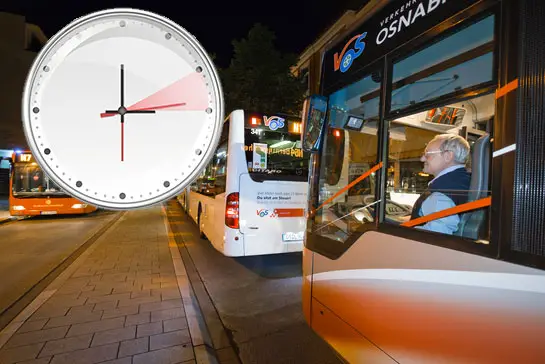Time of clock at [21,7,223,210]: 2:59
